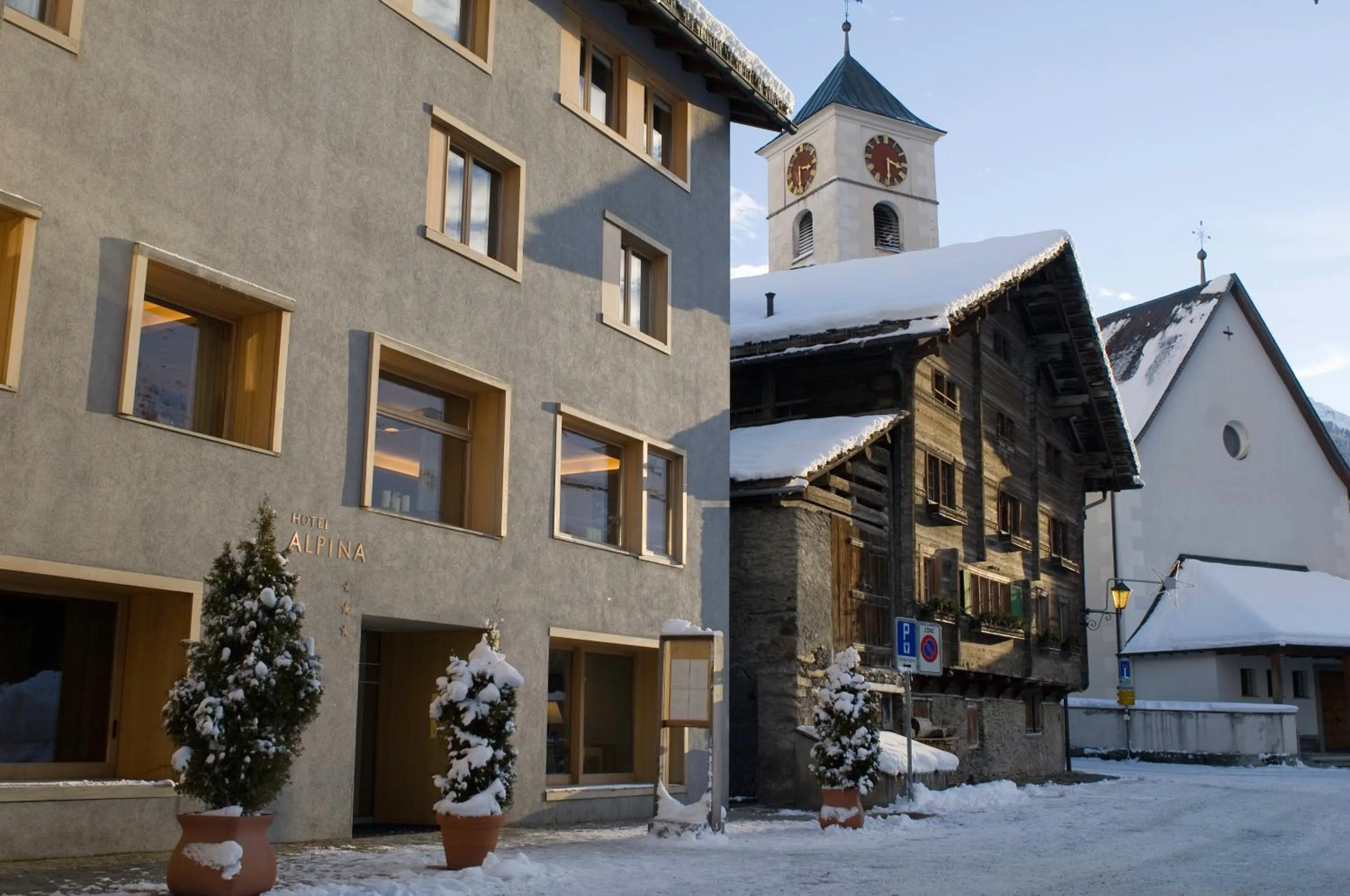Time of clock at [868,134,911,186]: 3:29
